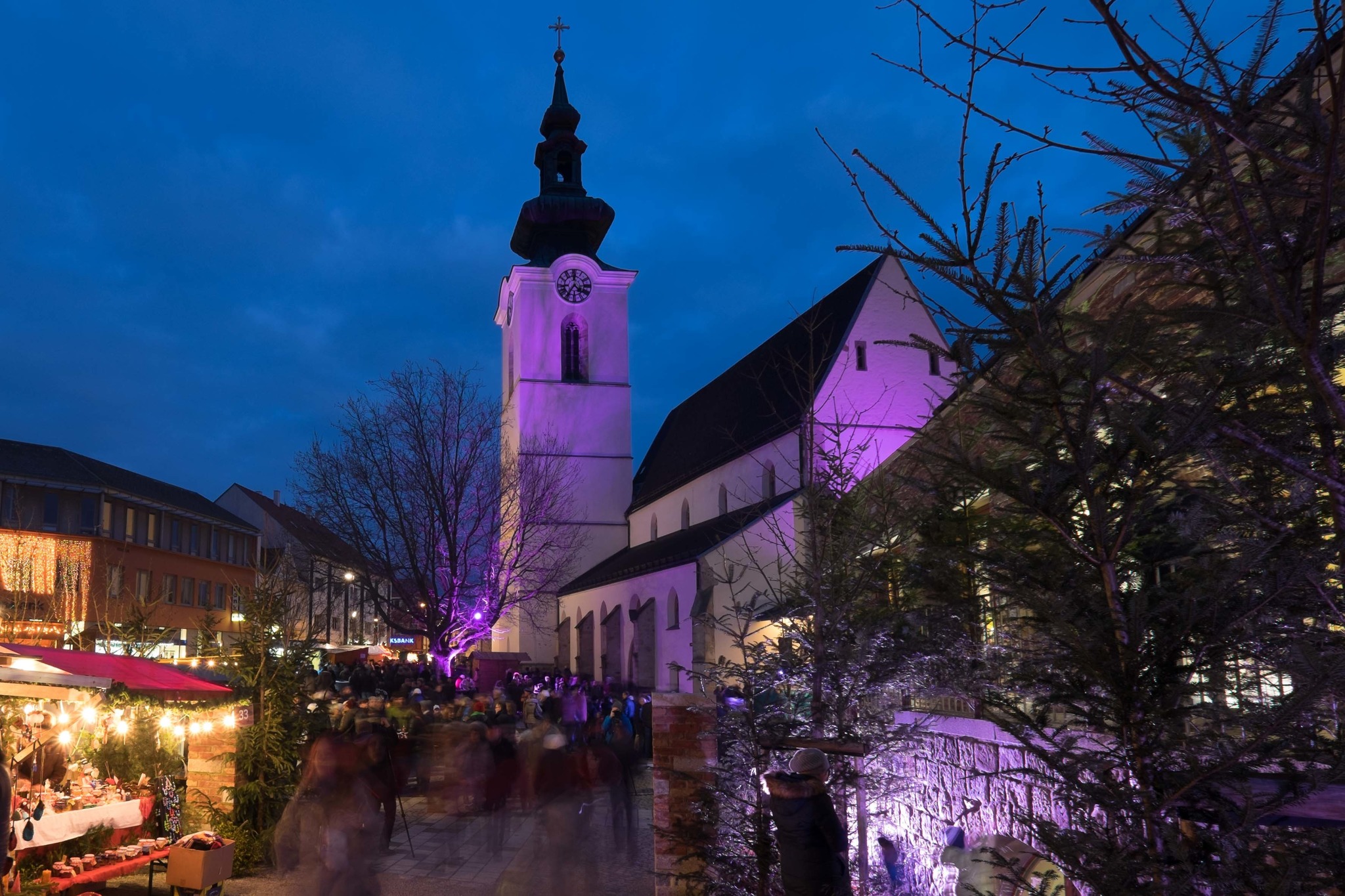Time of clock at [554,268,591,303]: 4:35
